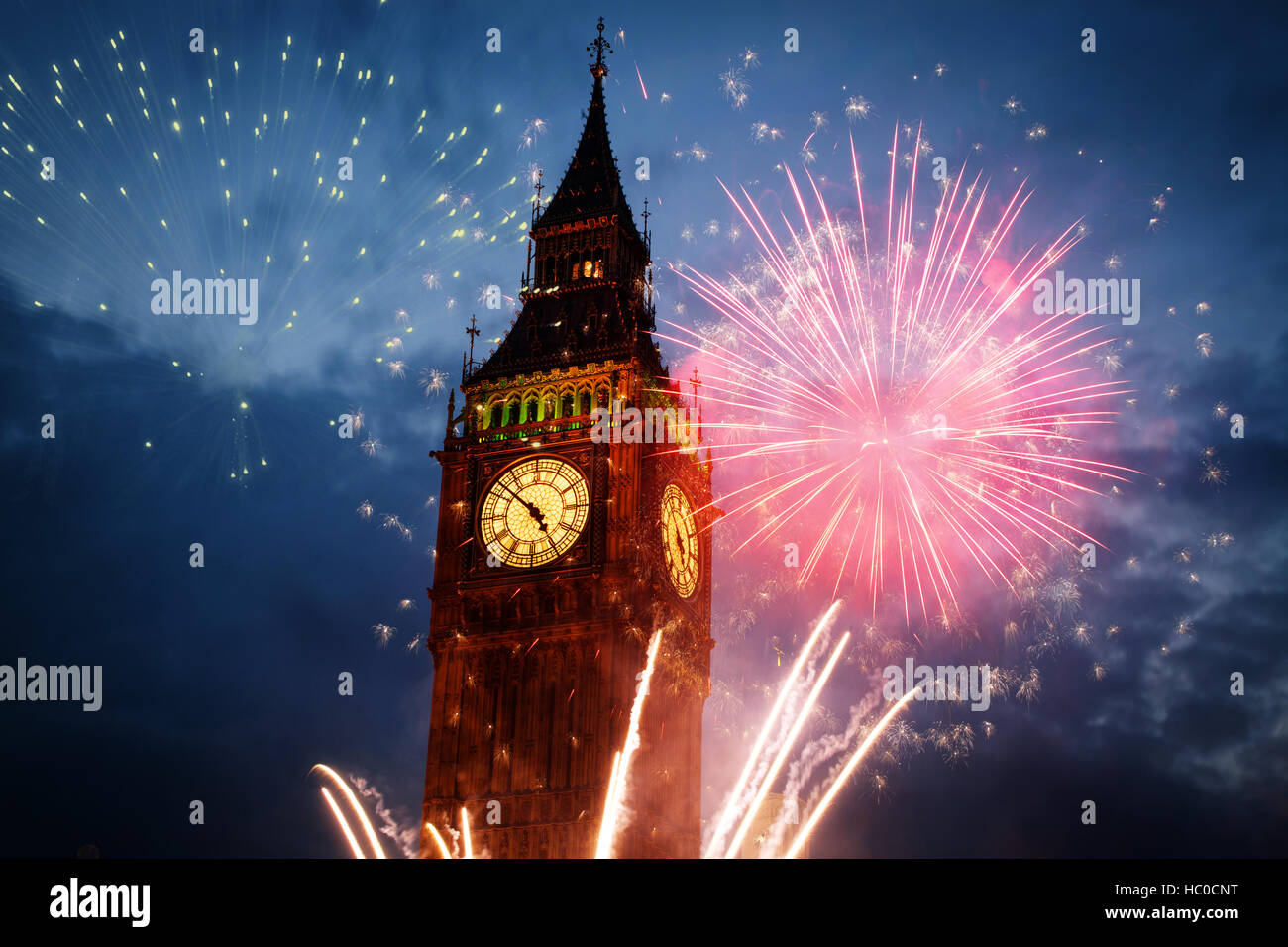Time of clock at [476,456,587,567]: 4:51
